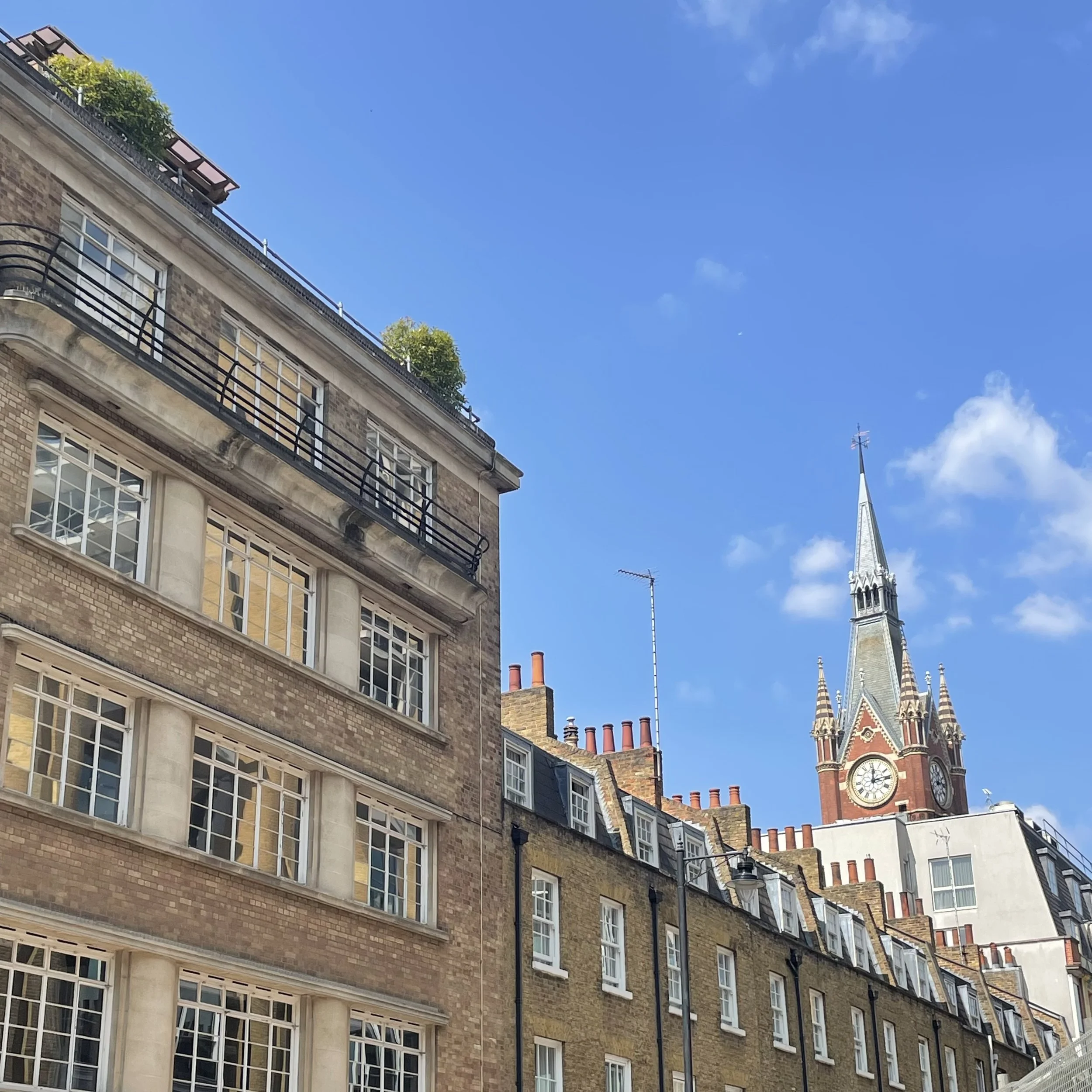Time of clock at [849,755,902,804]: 12:13
